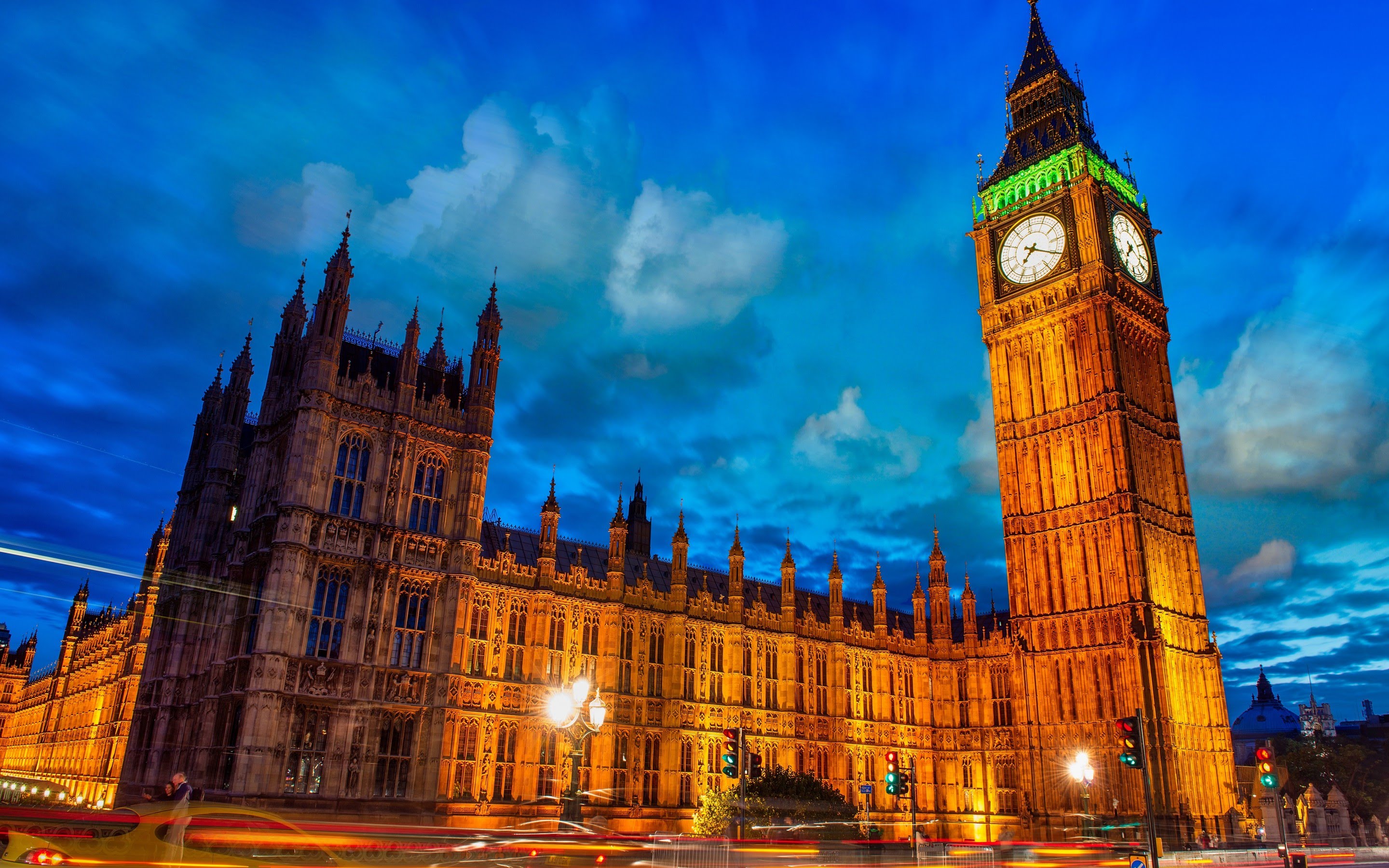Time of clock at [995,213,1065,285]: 7:19
